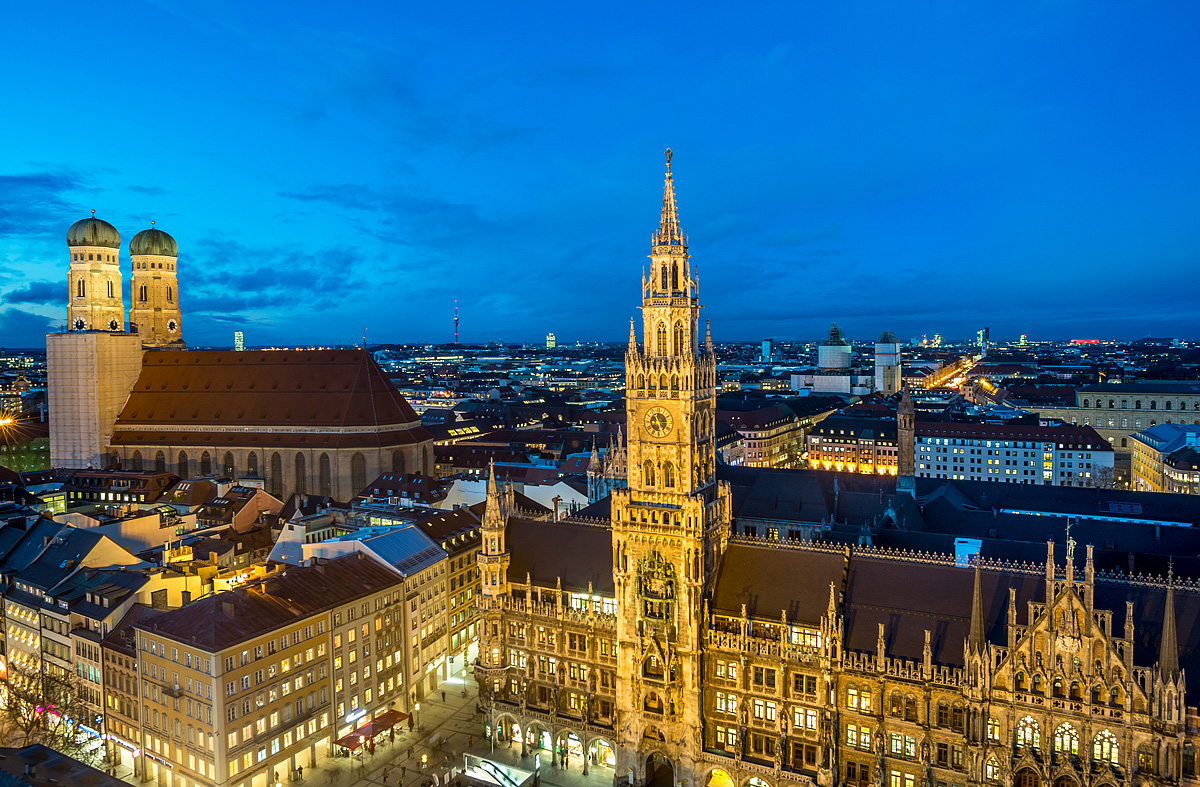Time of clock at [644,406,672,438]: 5:14
